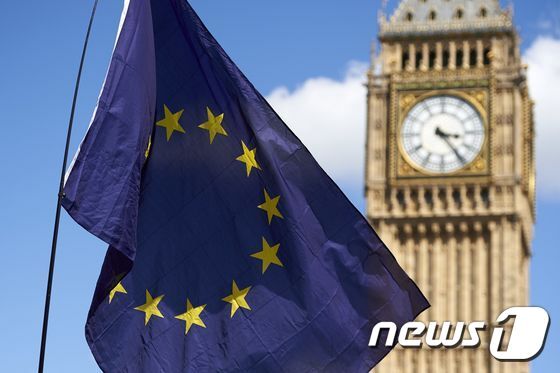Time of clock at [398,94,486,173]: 3:23
